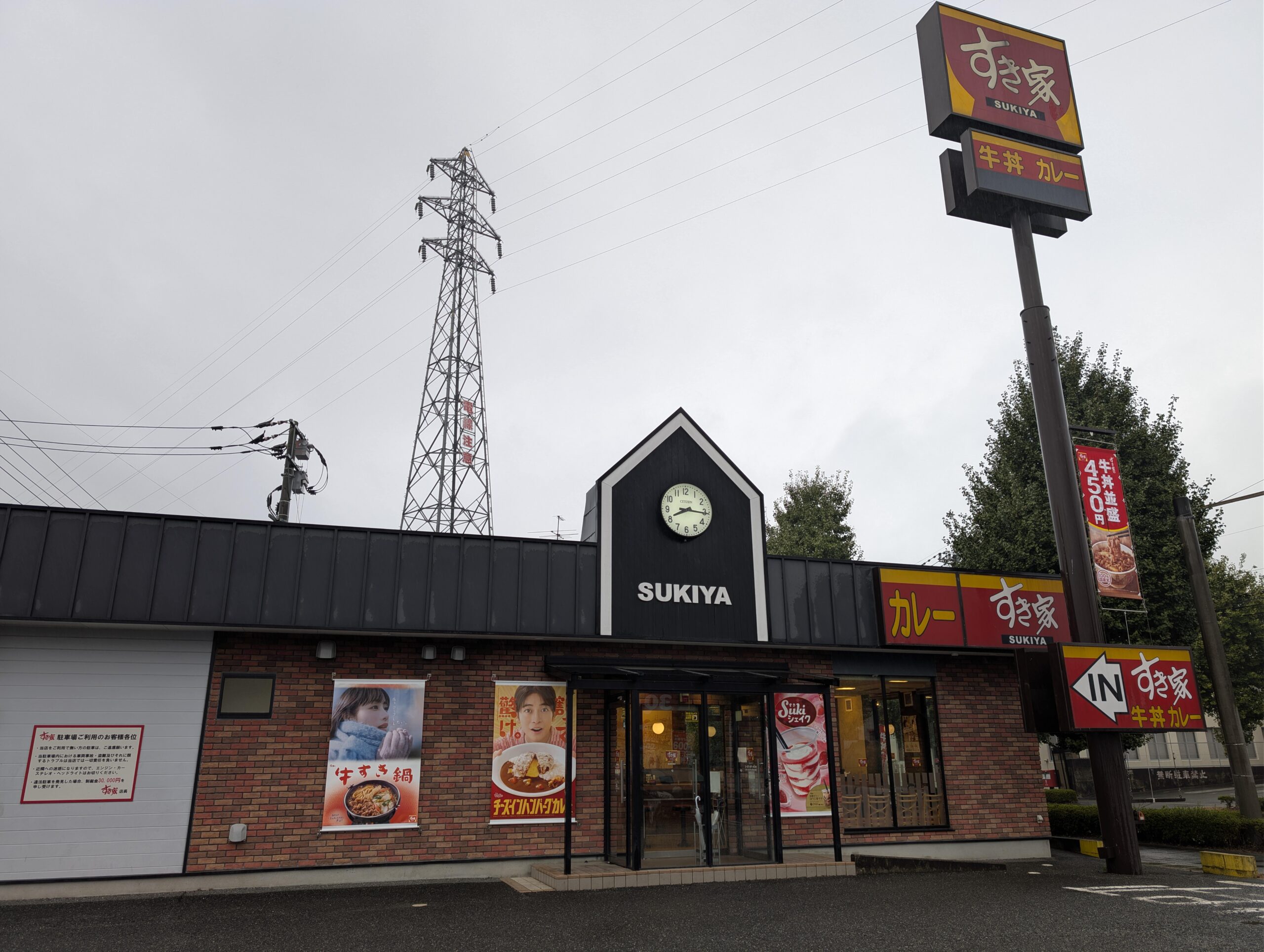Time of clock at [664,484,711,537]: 8:15
